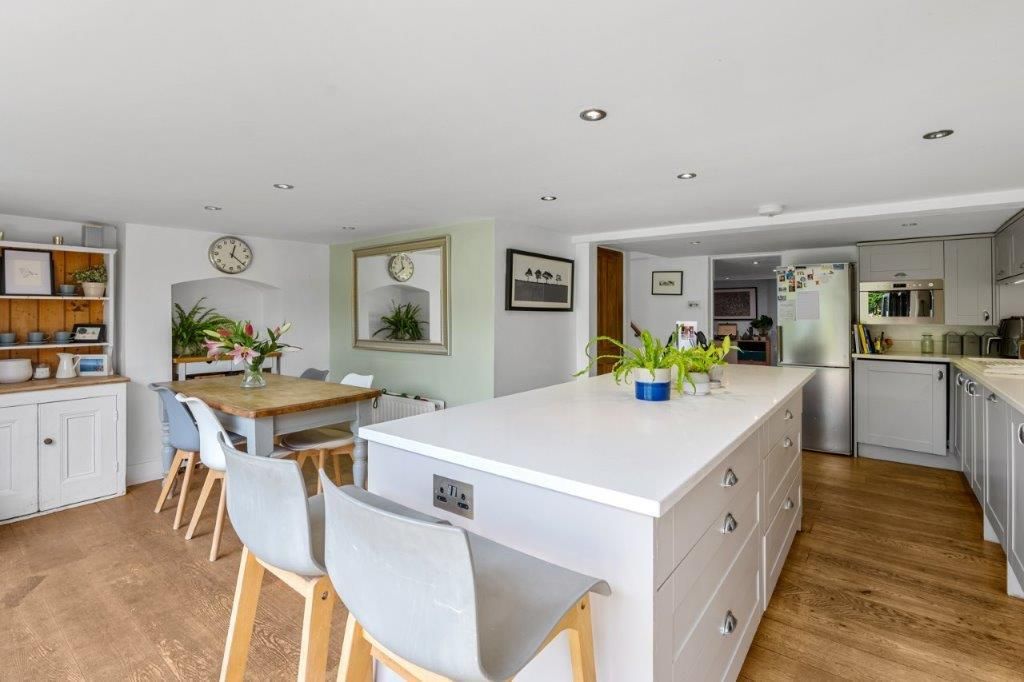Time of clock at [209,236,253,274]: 12:21
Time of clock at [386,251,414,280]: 11:38
